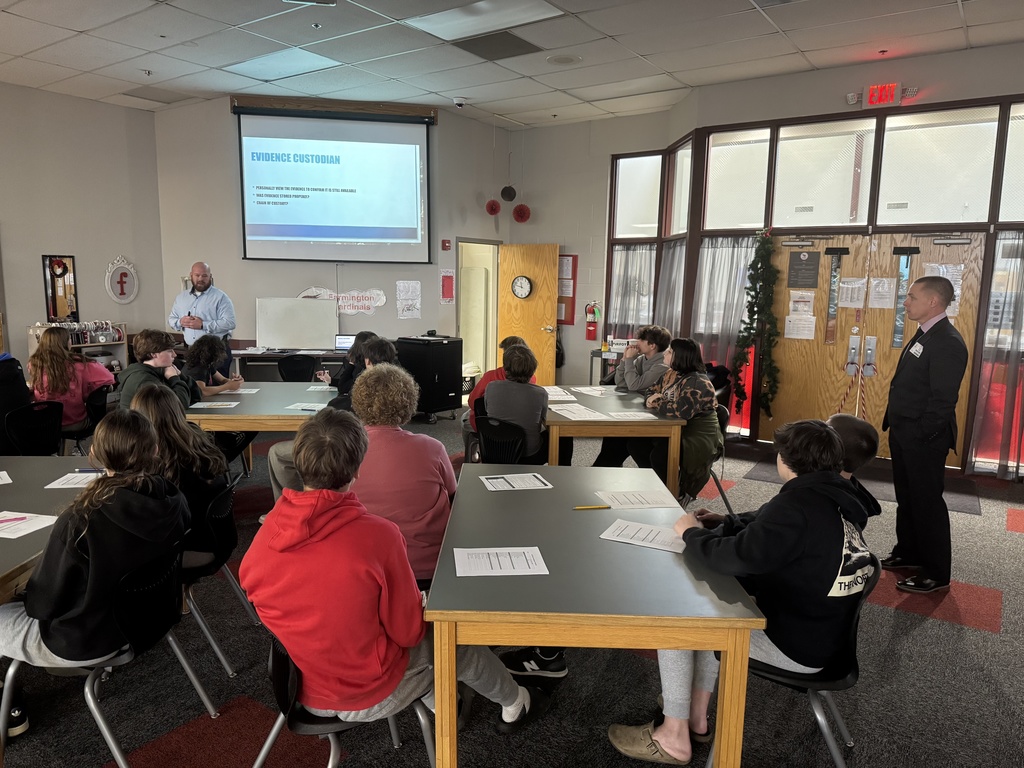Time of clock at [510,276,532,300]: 11:47
